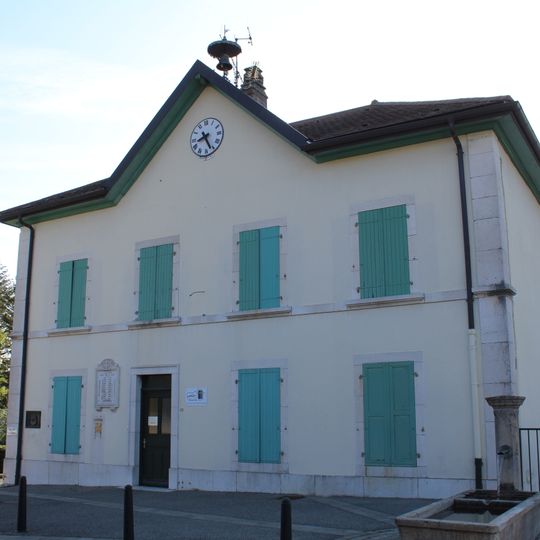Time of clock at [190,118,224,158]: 8:26
